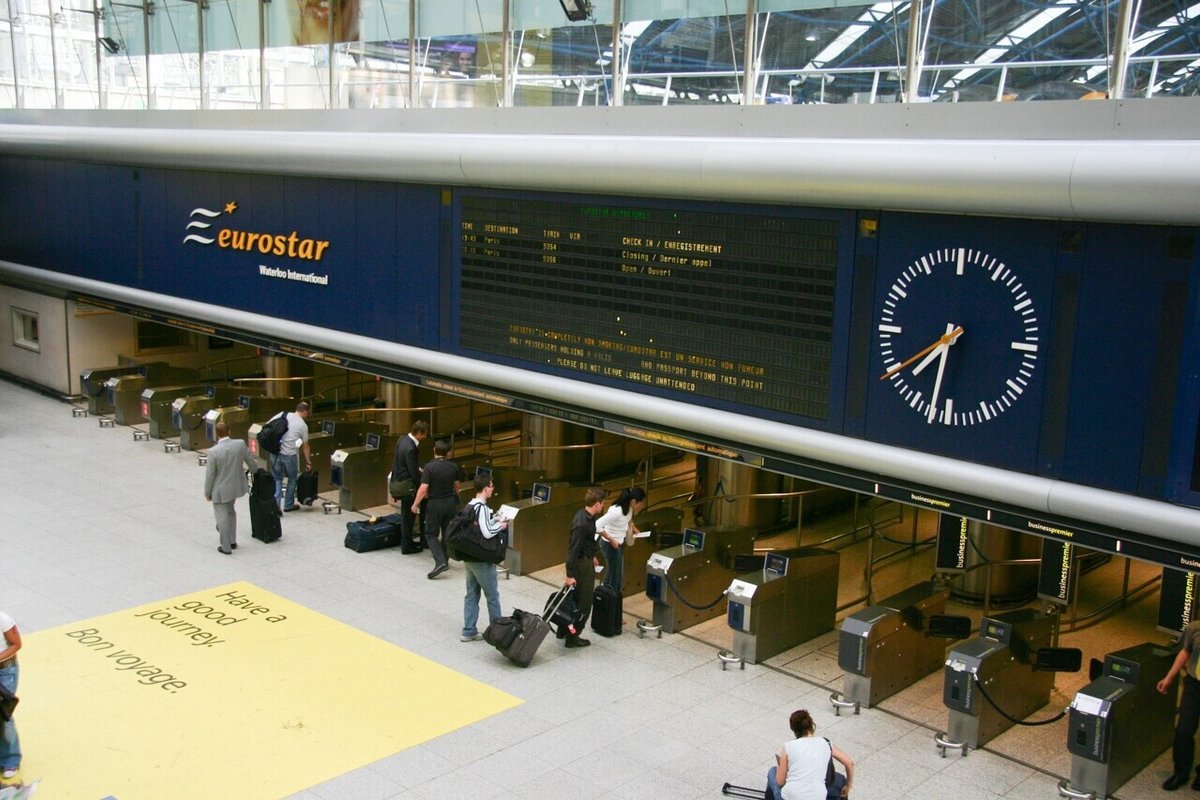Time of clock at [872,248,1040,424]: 7:32
